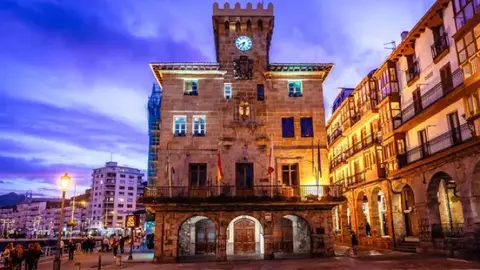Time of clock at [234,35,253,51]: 6:41
